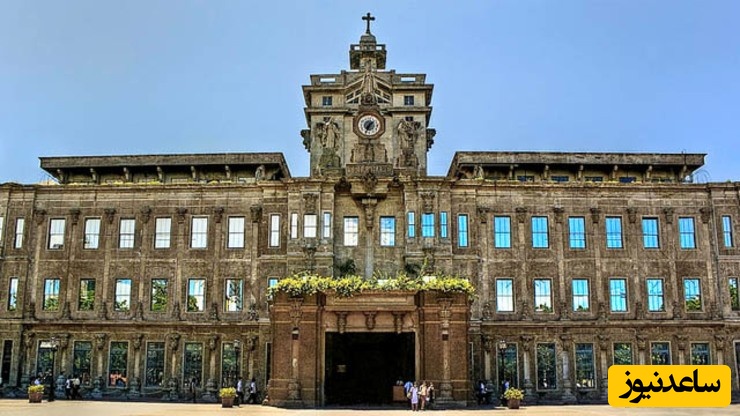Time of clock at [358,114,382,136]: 1:34
